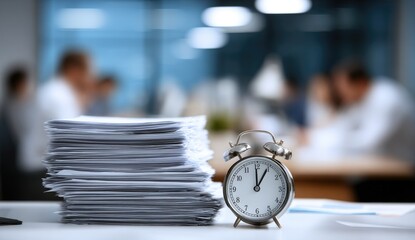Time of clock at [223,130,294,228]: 12:59
